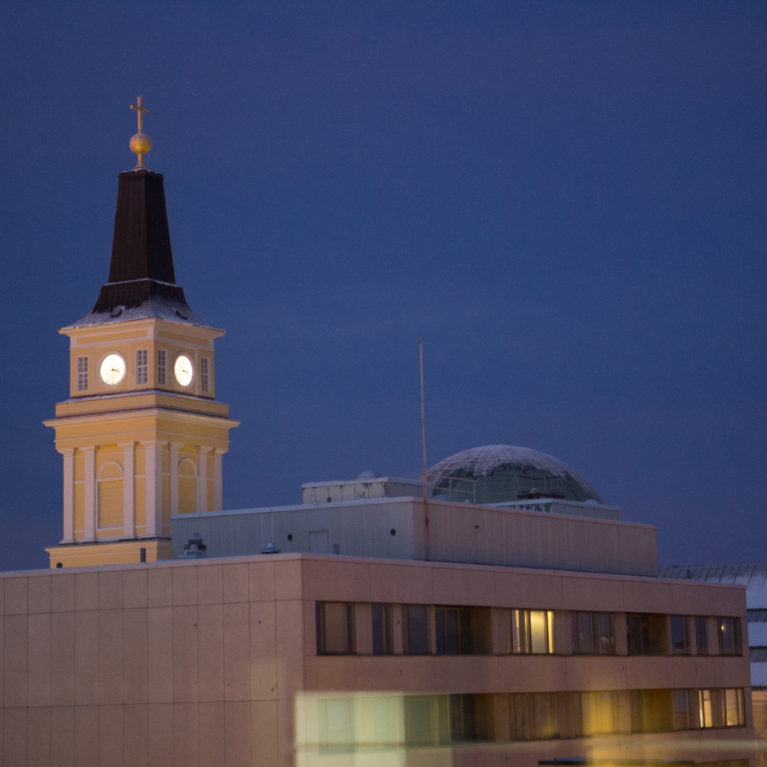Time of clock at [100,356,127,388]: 3:29
